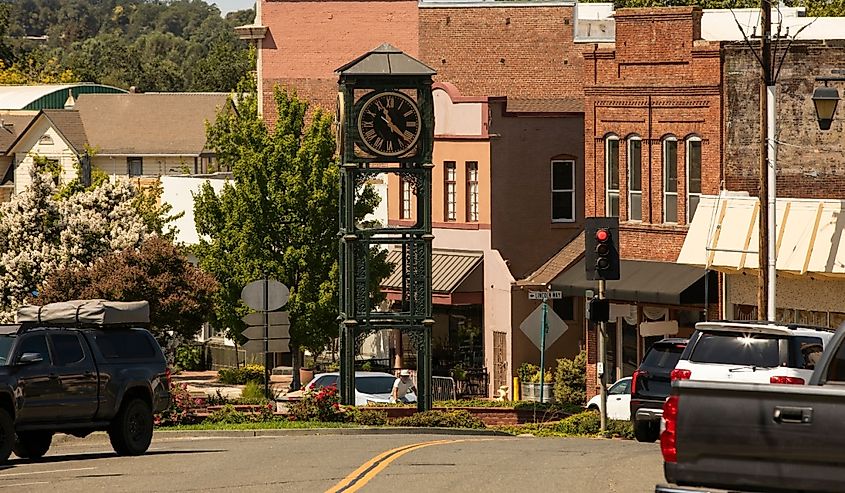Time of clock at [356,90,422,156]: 11:21
